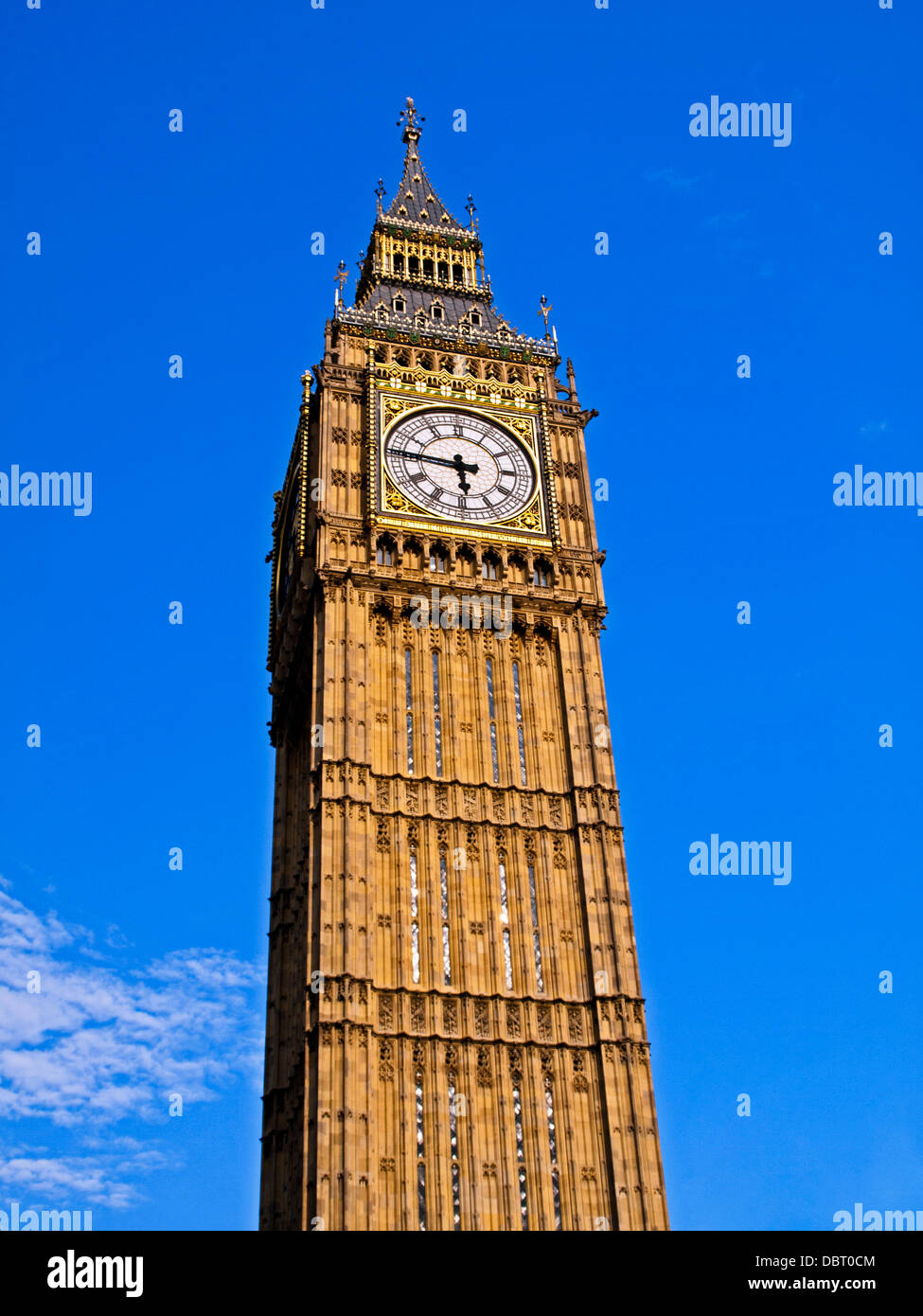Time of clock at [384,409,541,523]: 5:45
